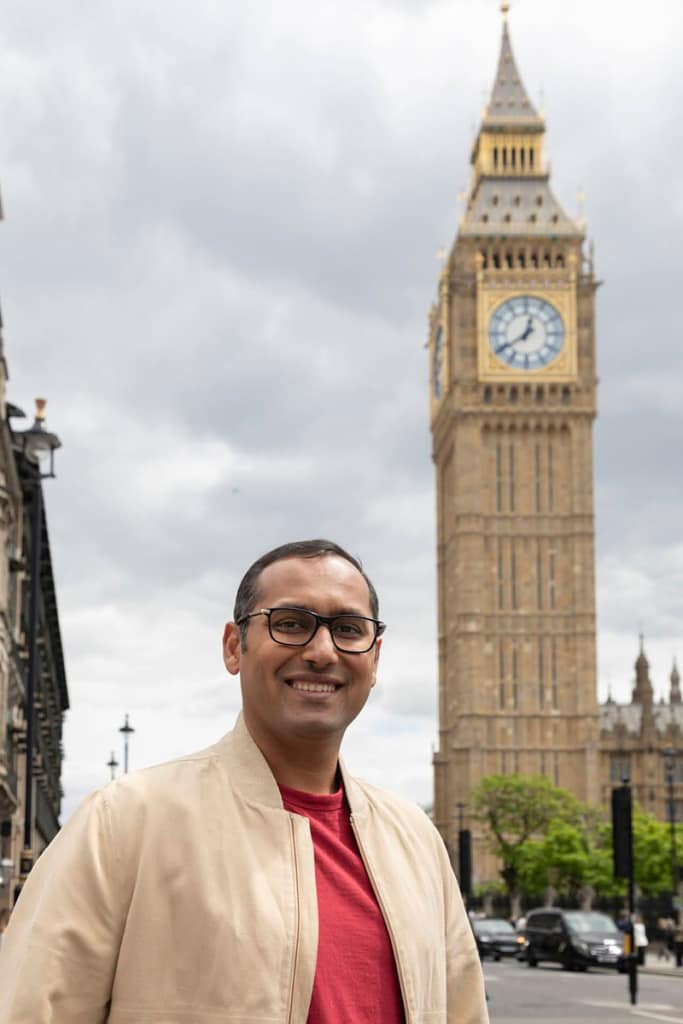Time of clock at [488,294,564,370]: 12:39
